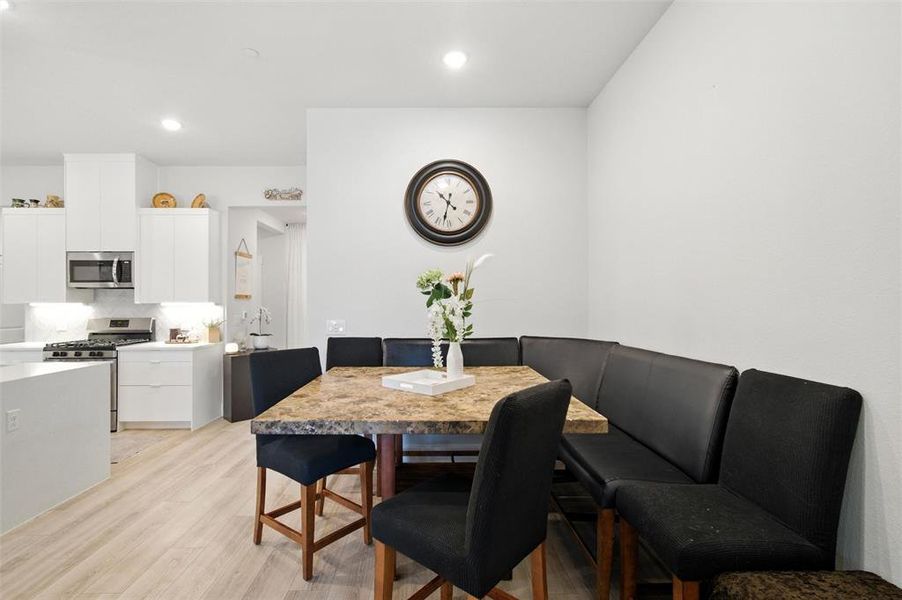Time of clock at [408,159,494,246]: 10:32
